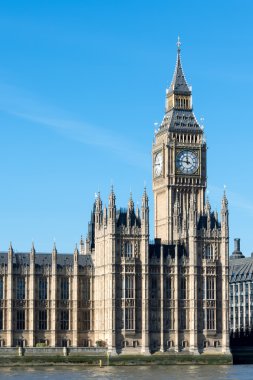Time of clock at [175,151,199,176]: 11:46
